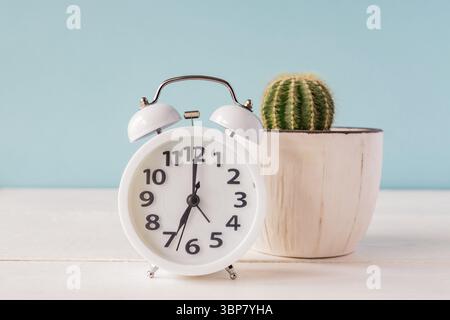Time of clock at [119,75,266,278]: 7:00
